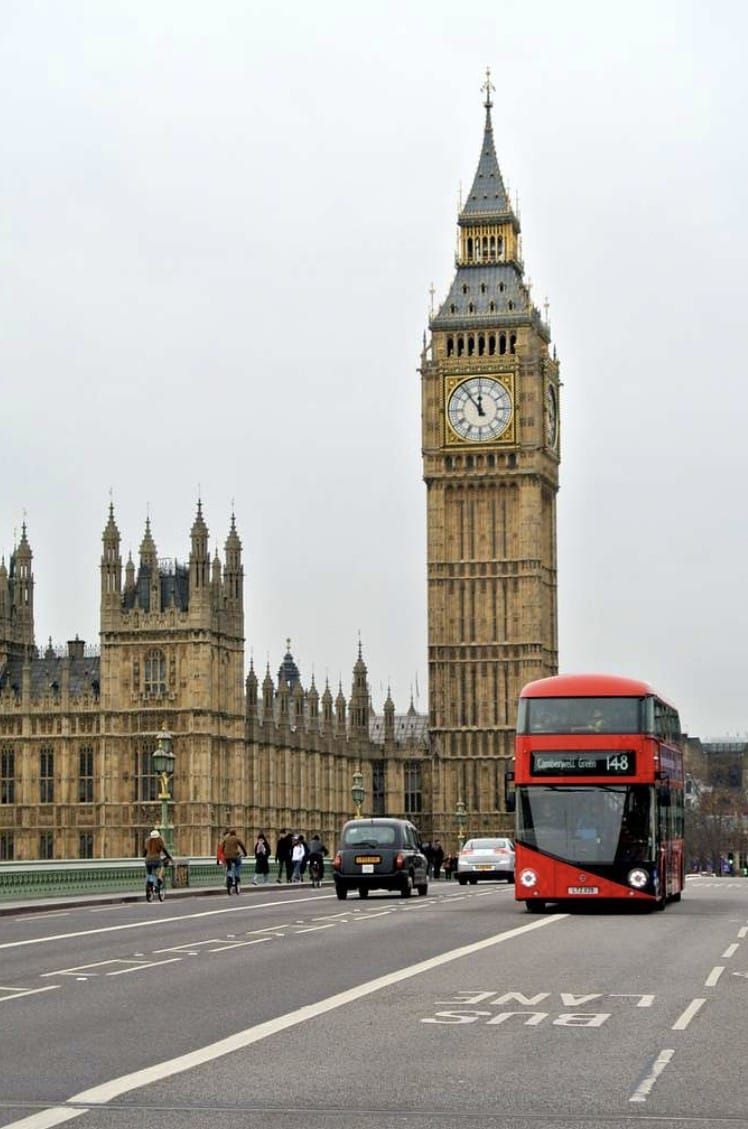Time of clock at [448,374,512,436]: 11:53
